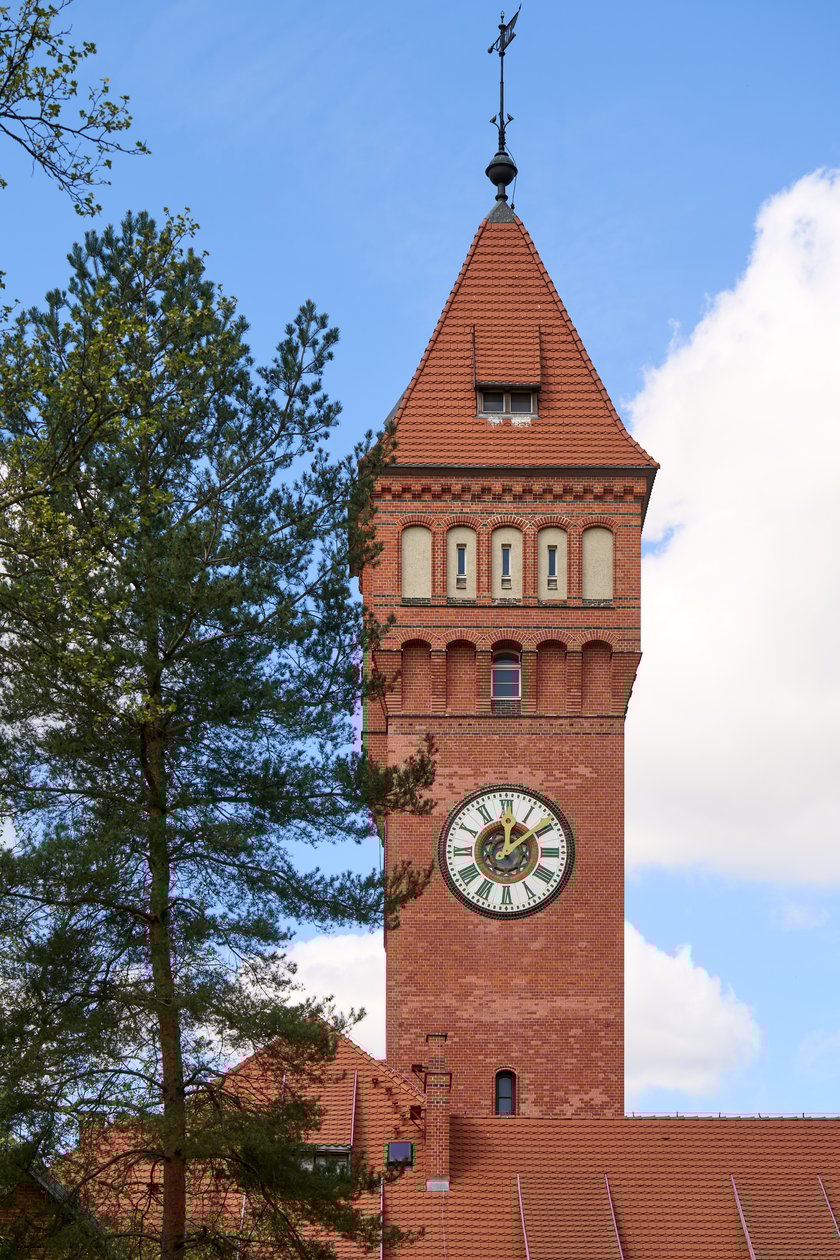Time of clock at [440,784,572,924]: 12:08
